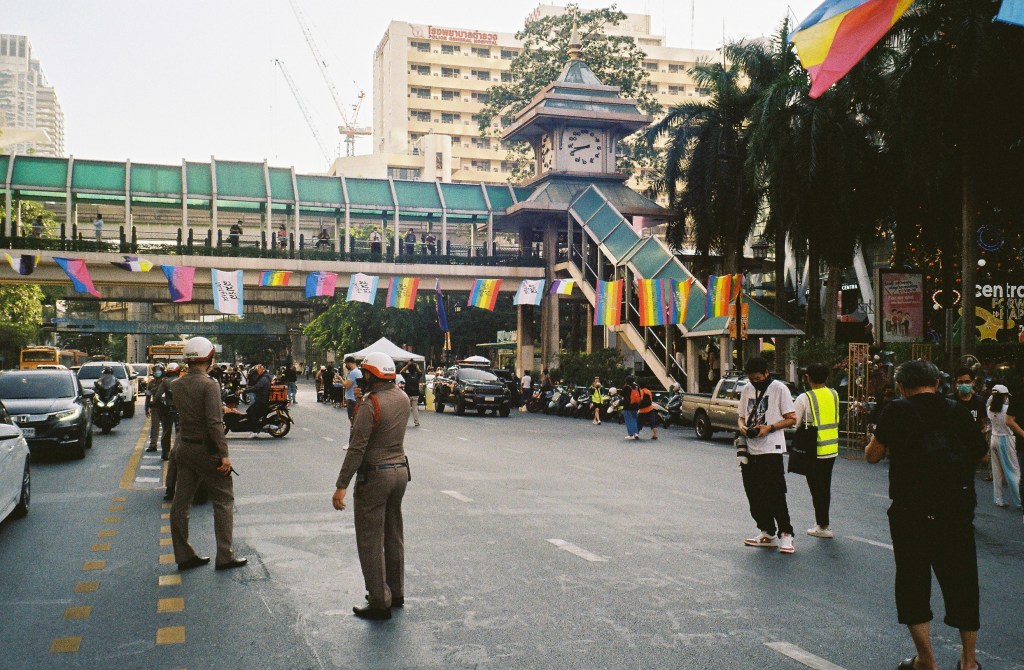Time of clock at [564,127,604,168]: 8:41
